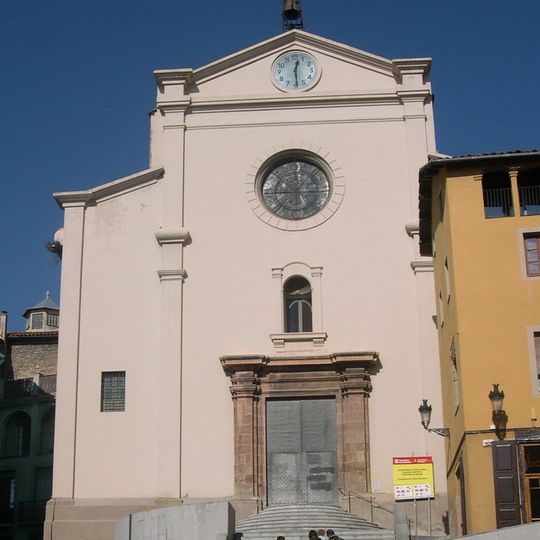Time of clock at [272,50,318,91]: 12:29
